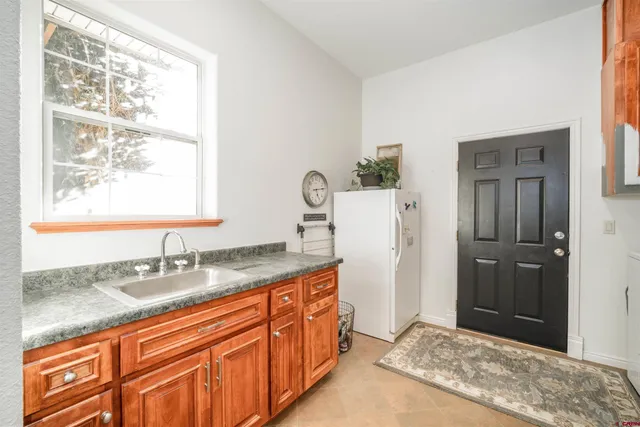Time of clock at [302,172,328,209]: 5:13
